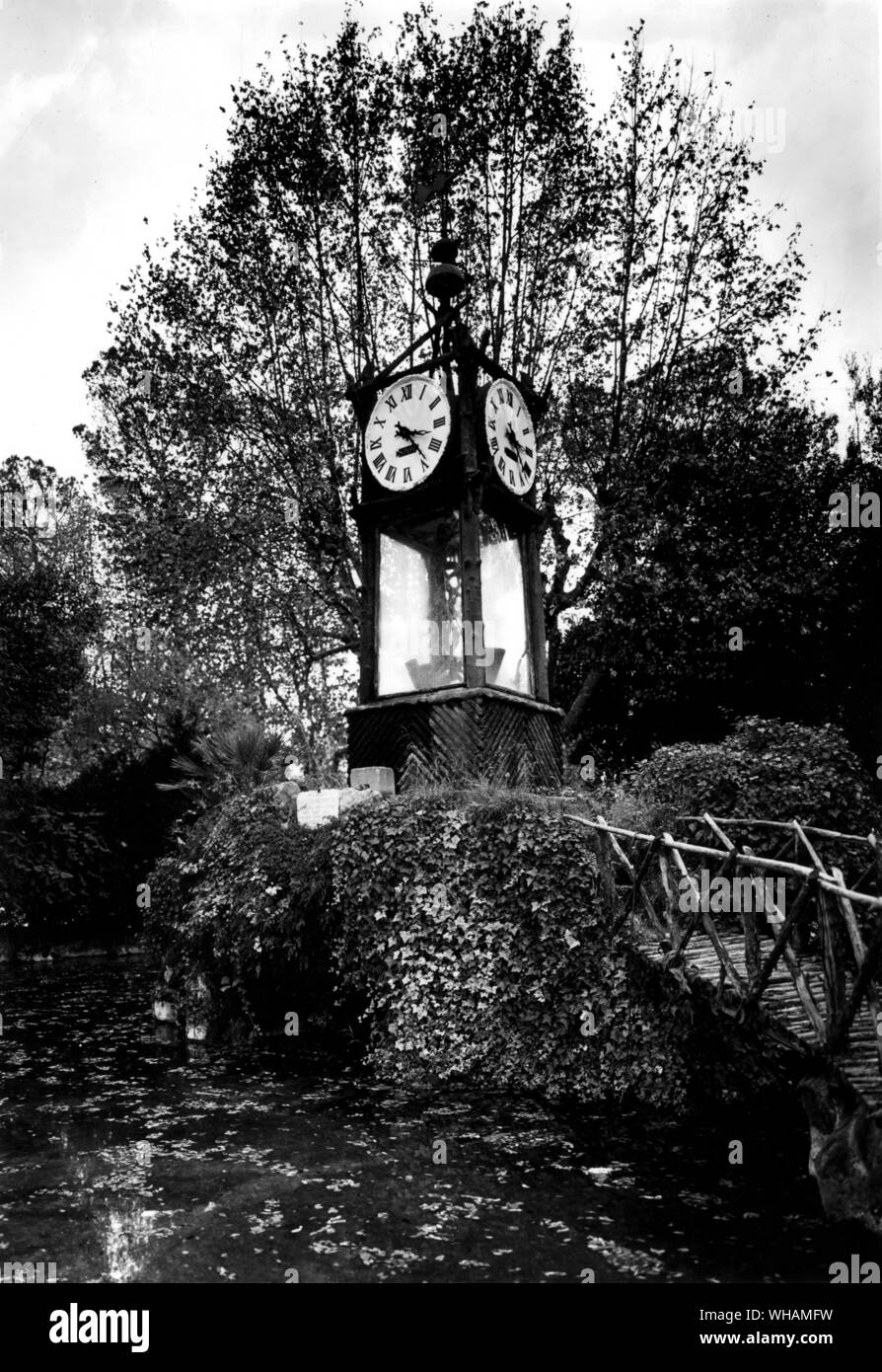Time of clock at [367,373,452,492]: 3:23
